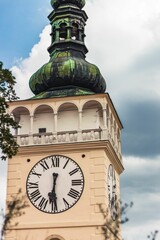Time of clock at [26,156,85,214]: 6:29
